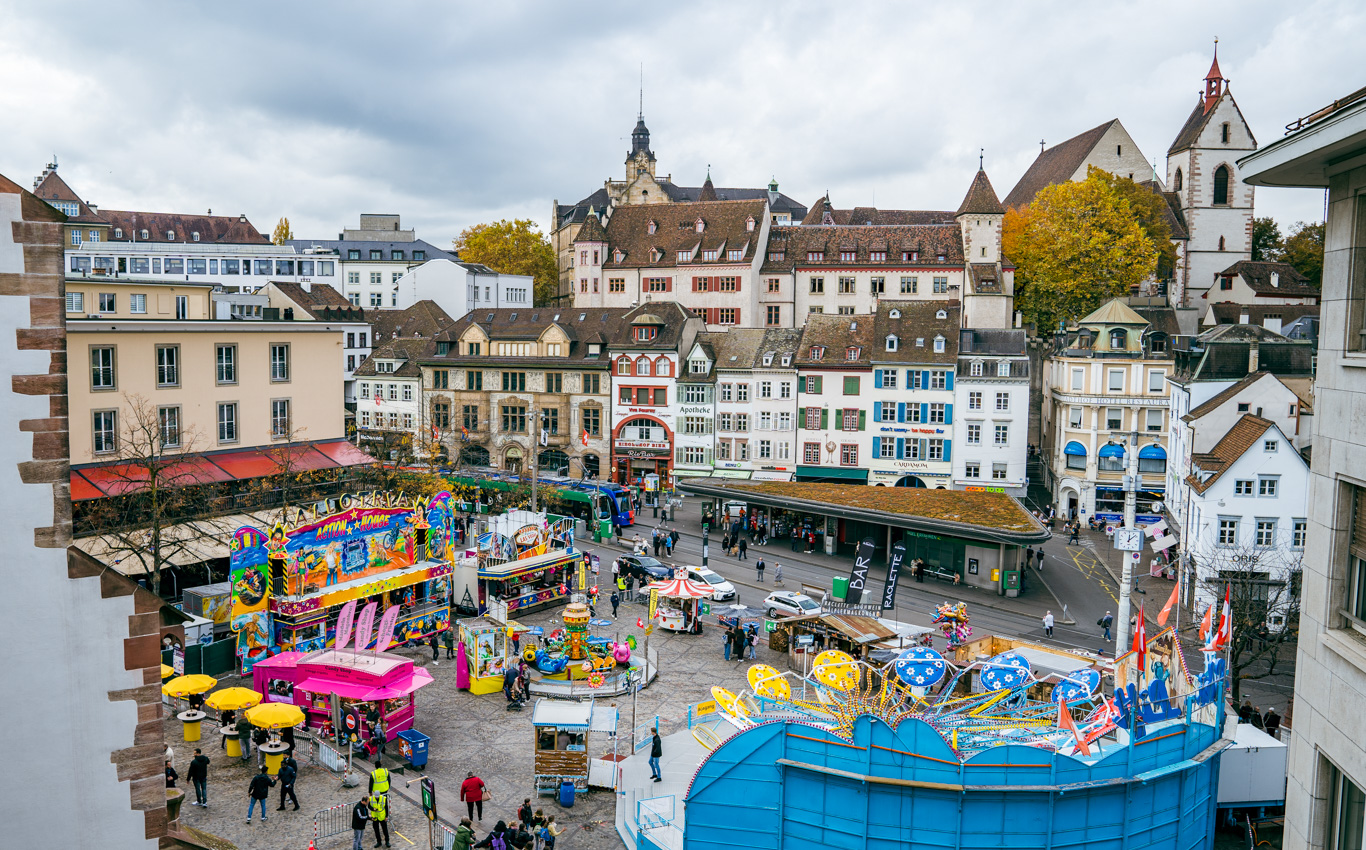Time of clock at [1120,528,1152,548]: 12:07
